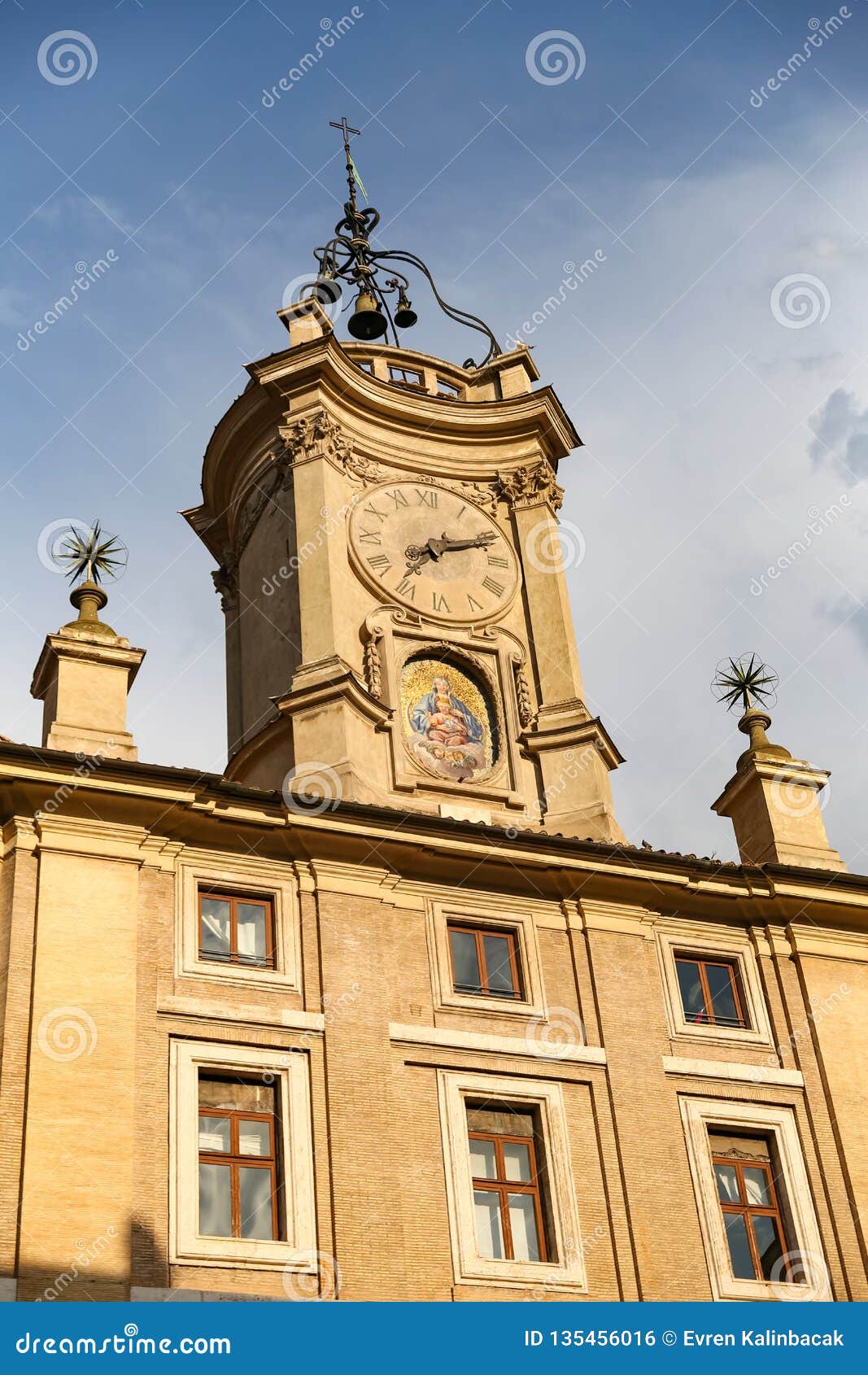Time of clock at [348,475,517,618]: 2:11
